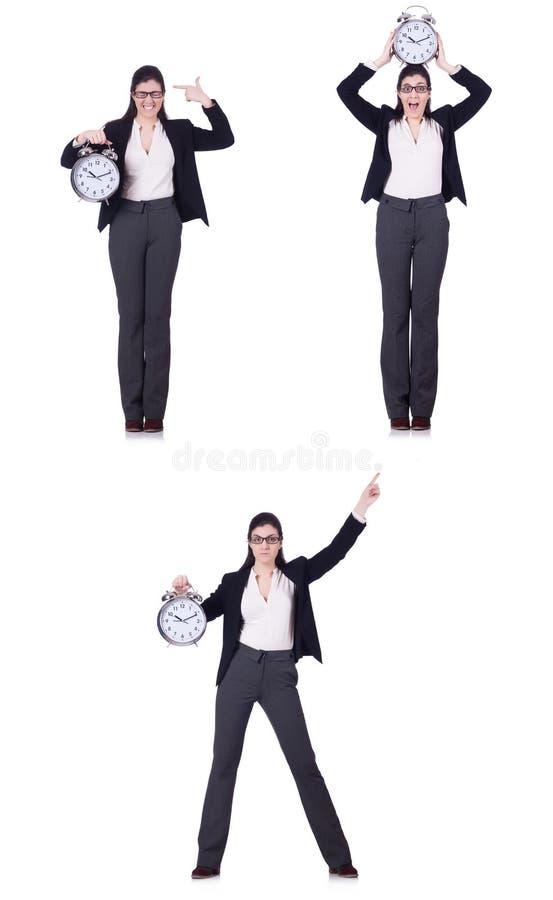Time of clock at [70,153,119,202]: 10:11
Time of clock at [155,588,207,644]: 10:11
